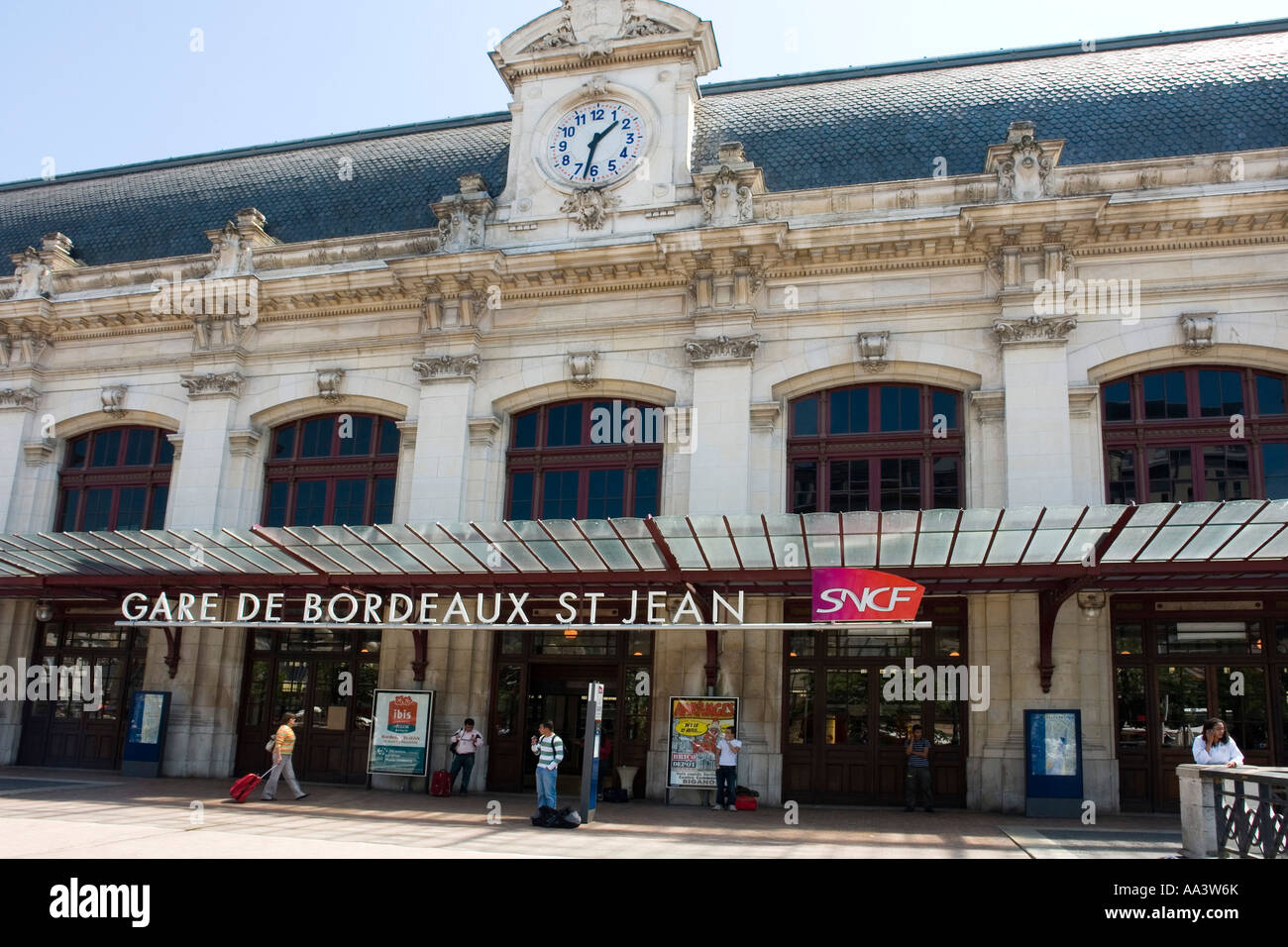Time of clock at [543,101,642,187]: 1:32
